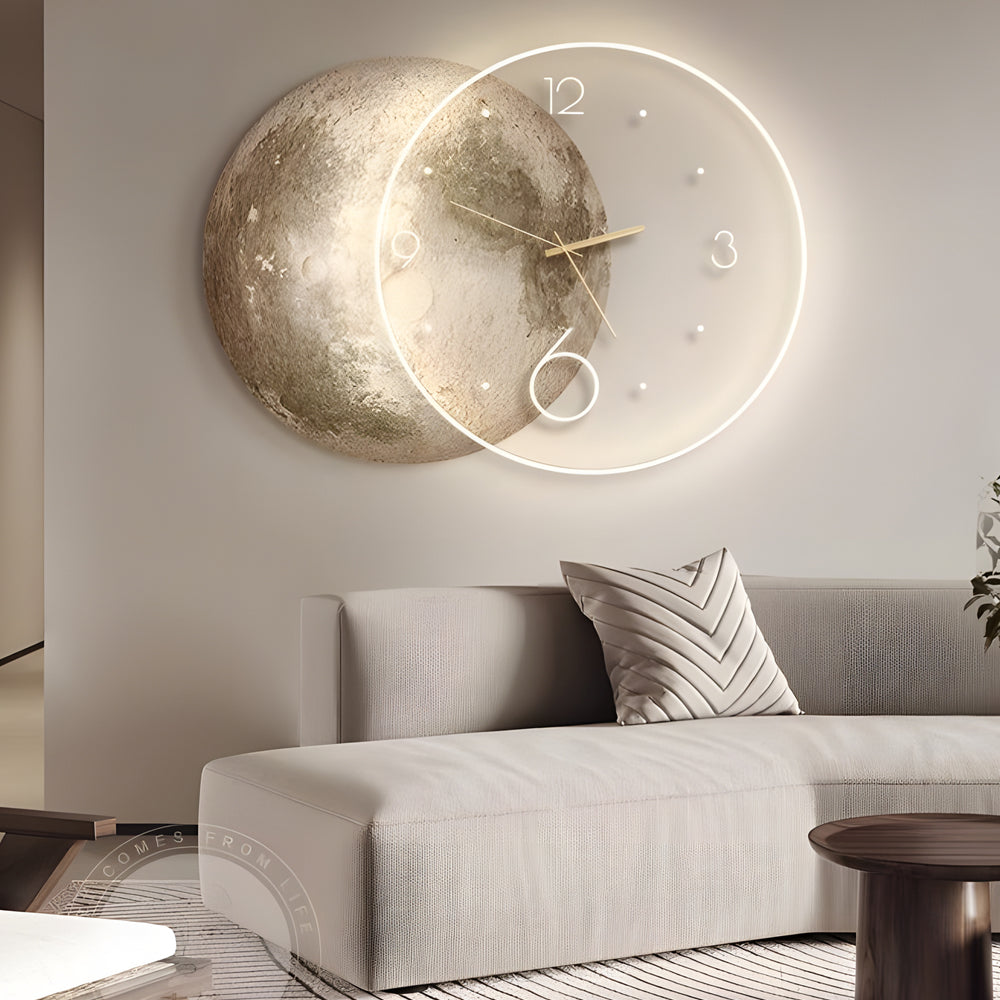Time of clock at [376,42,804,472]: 2:48
